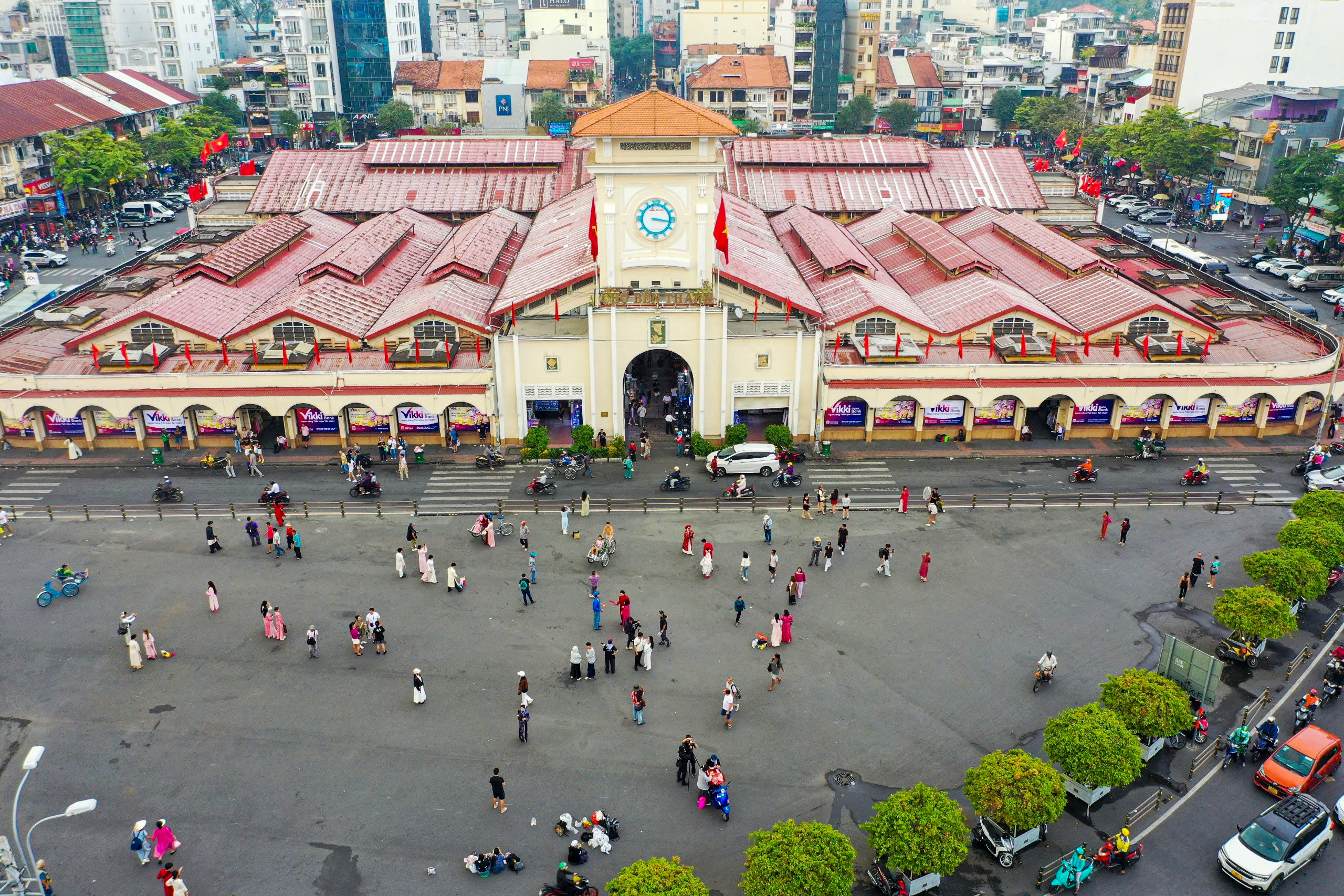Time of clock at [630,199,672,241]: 3:16
